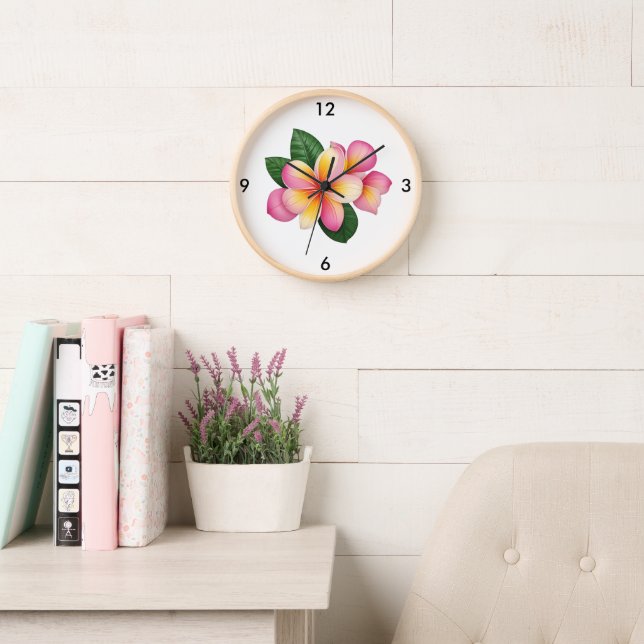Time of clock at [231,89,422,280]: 12:09
